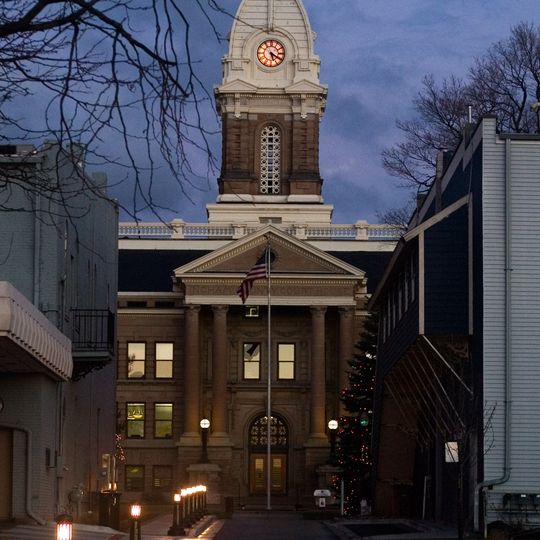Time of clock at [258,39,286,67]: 5:19
